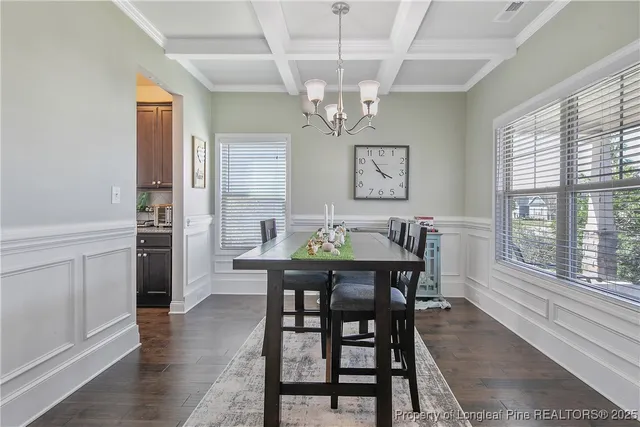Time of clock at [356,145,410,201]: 3:54
